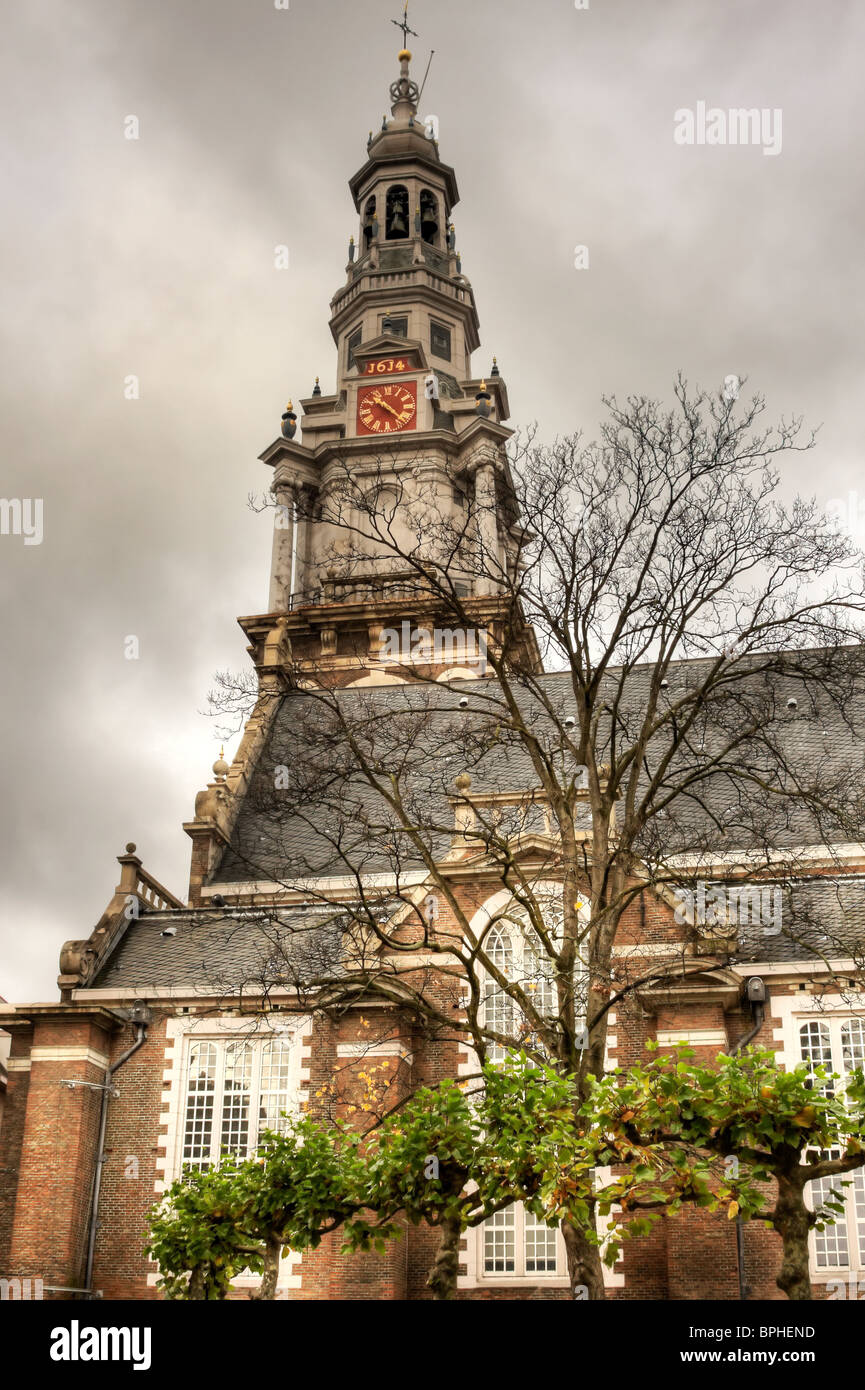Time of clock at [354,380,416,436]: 10:22
